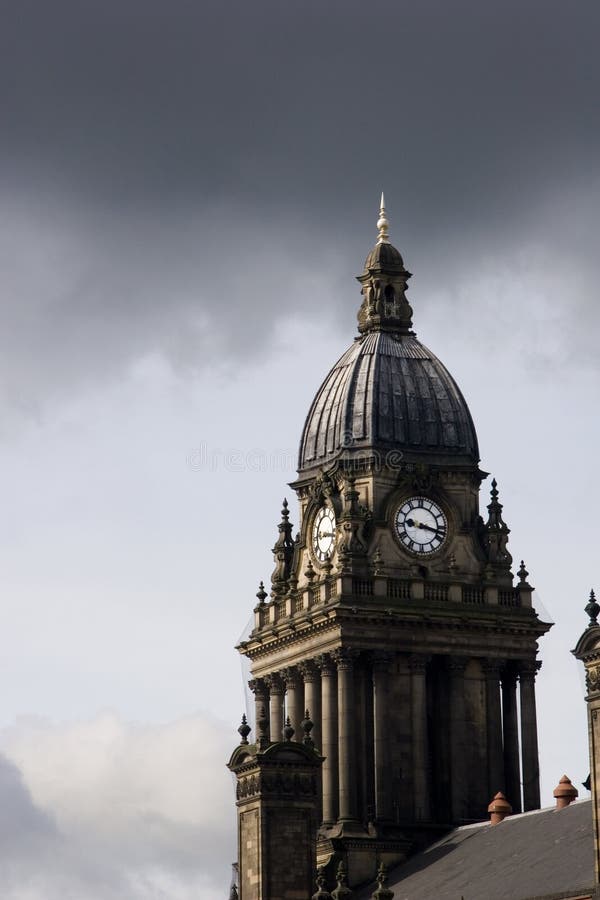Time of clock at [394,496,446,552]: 9:17
